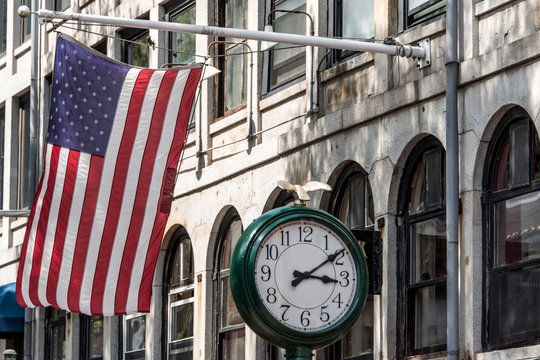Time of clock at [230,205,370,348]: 3:09
